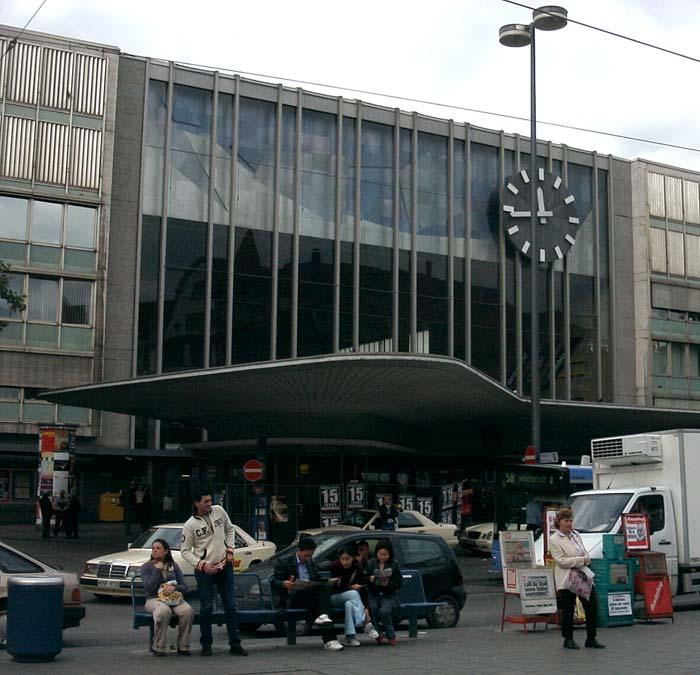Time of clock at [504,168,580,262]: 11:44
